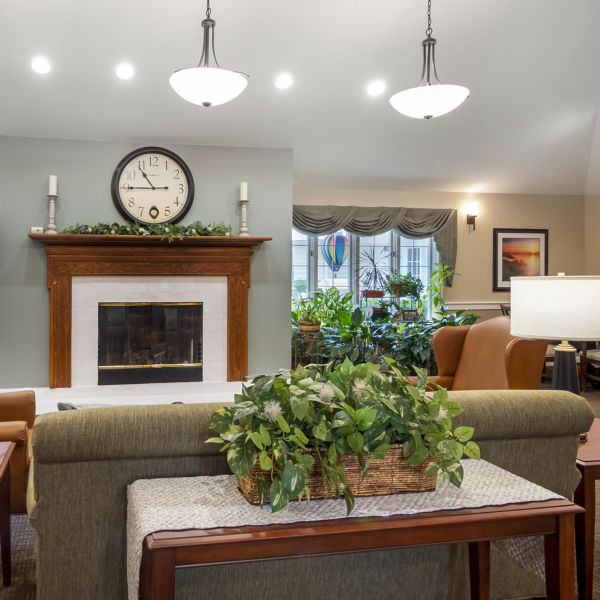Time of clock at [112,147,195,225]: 10:45
